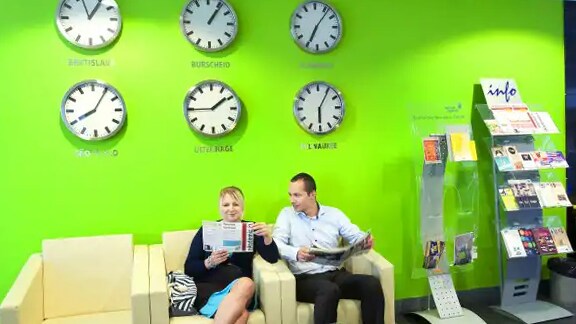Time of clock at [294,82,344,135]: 6:05
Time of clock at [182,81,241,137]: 1:44
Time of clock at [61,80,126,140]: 8:05
